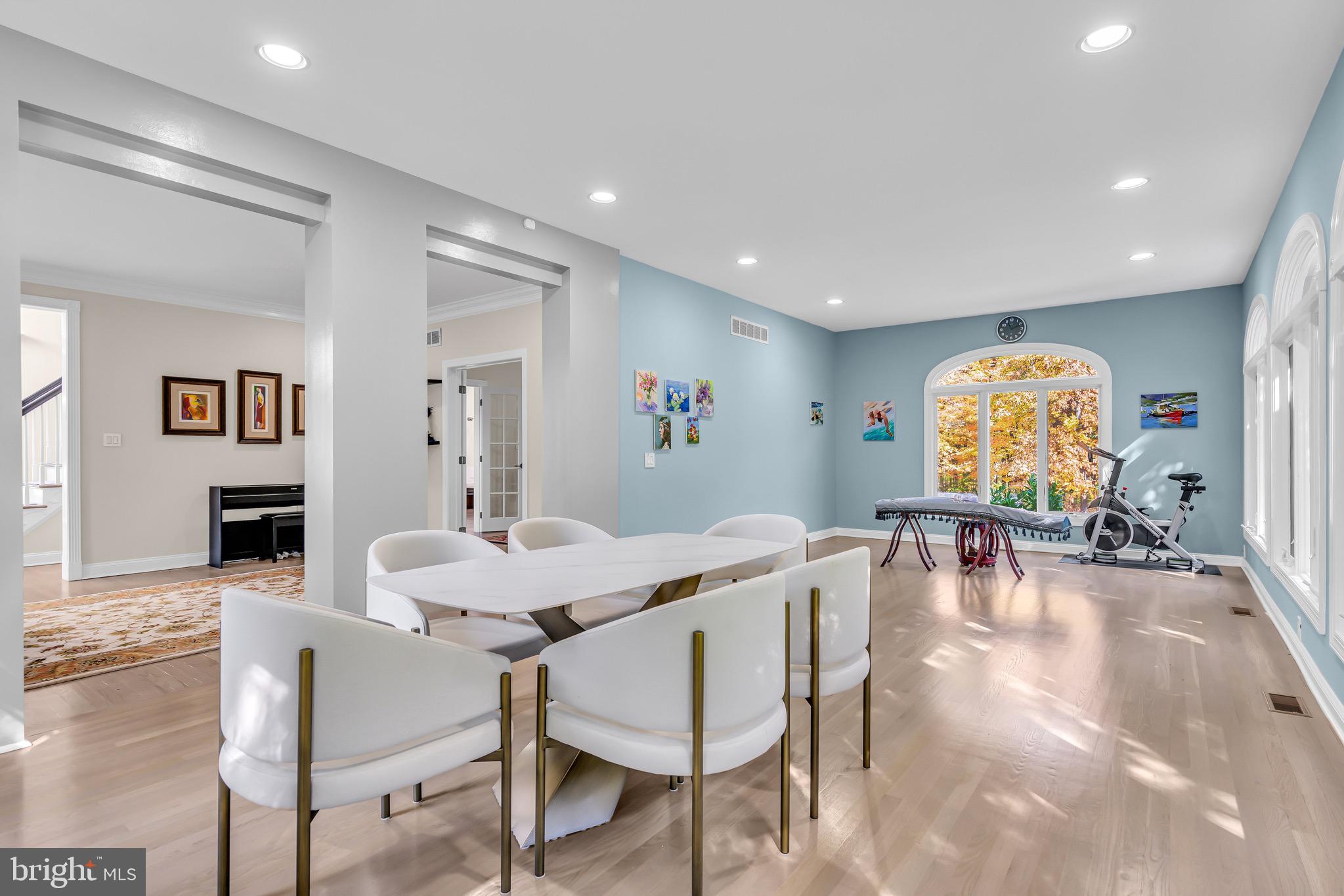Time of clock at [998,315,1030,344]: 11:11
